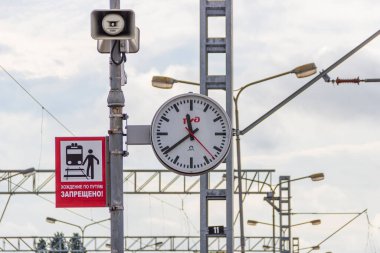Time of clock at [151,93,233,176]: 11:38
